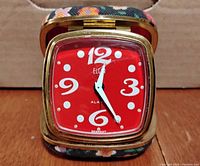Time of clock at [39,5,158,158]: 12:24
